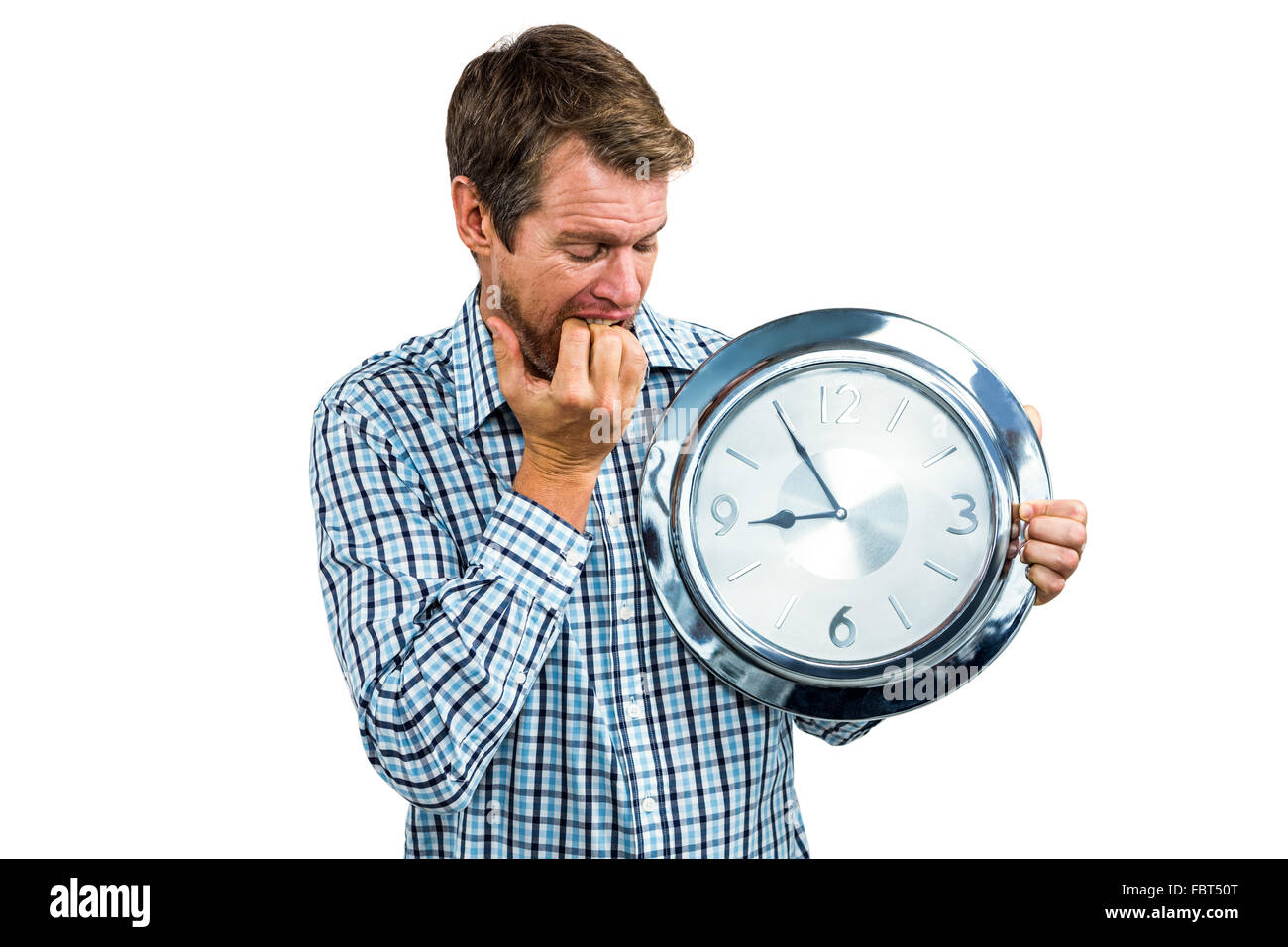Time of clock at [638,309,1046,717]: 8:54
